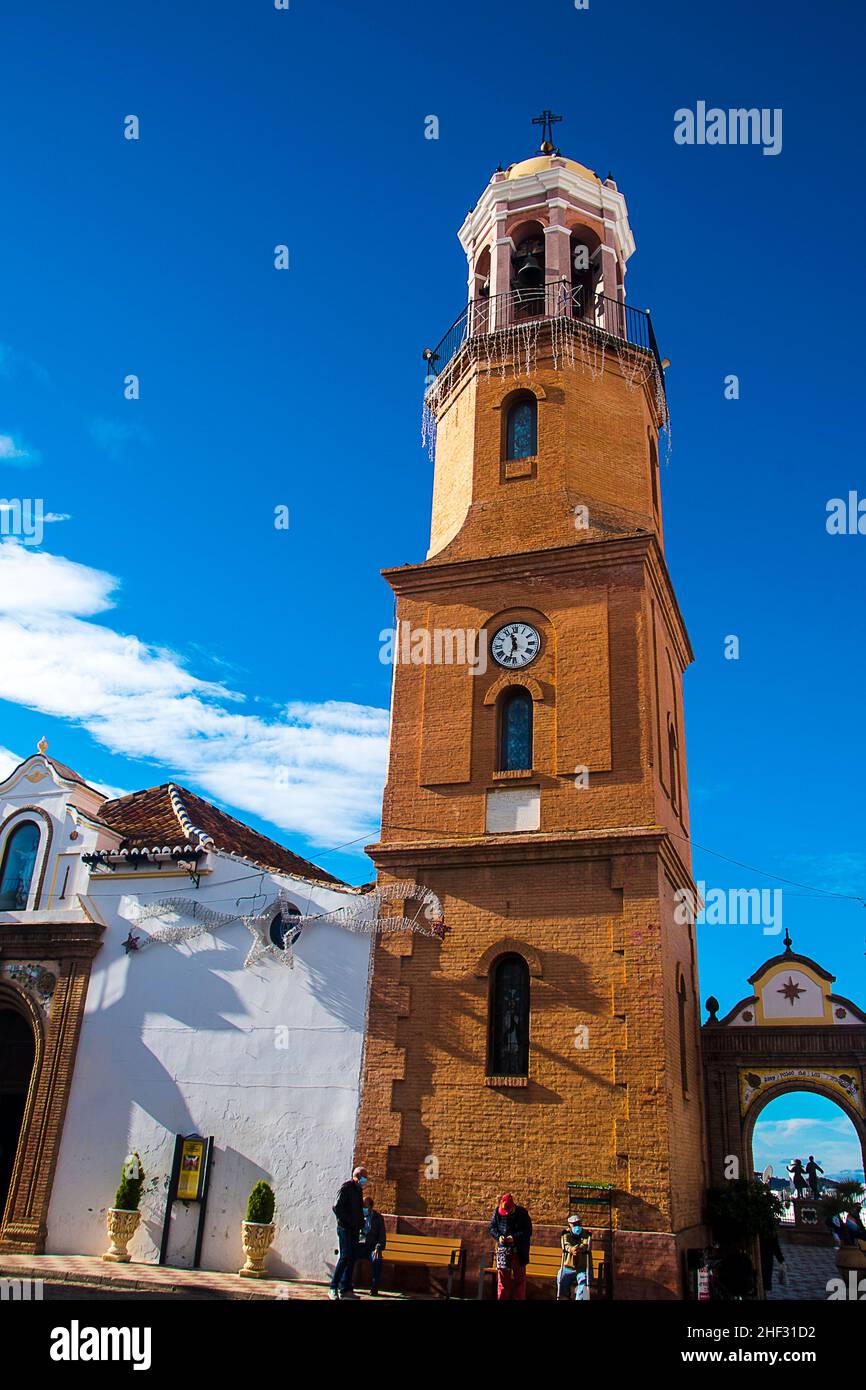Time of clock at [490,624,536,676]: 11:32
